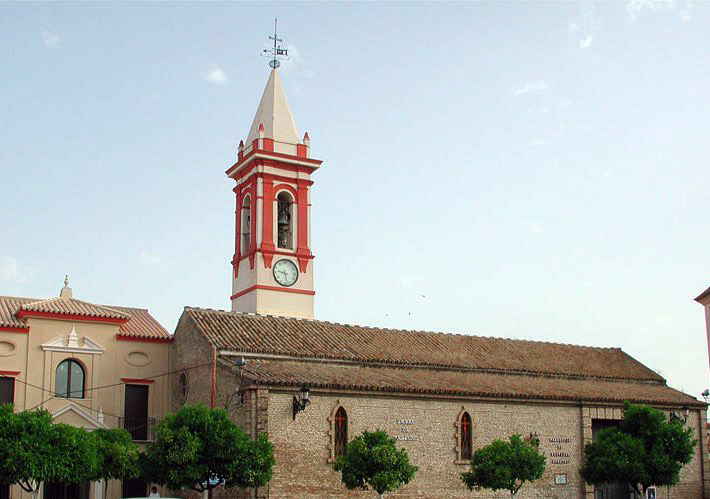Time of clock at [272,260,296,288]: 9:28
